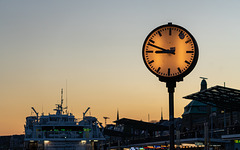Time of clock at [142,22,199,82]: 8:48
